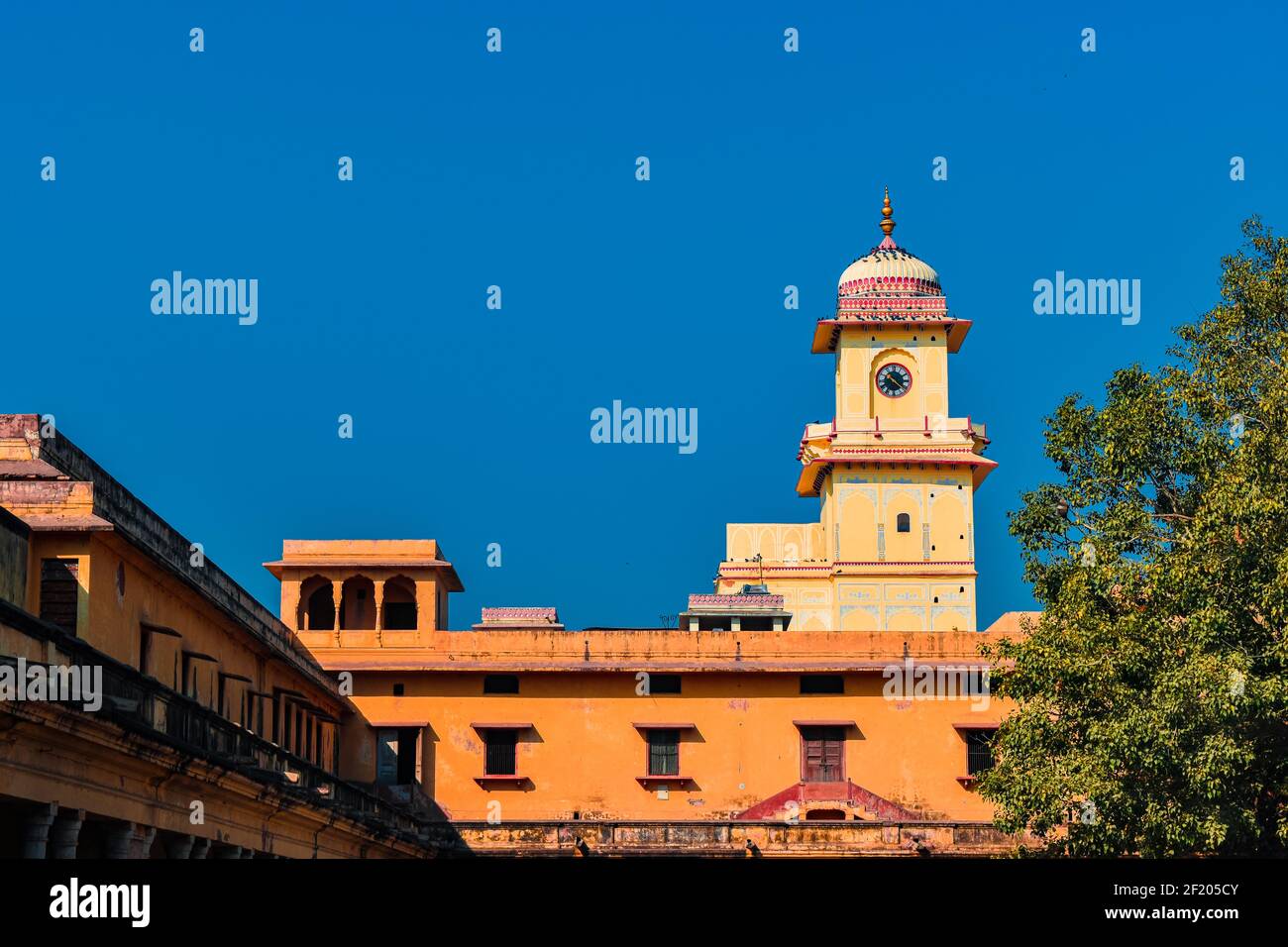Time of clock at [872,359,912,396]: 10:21
